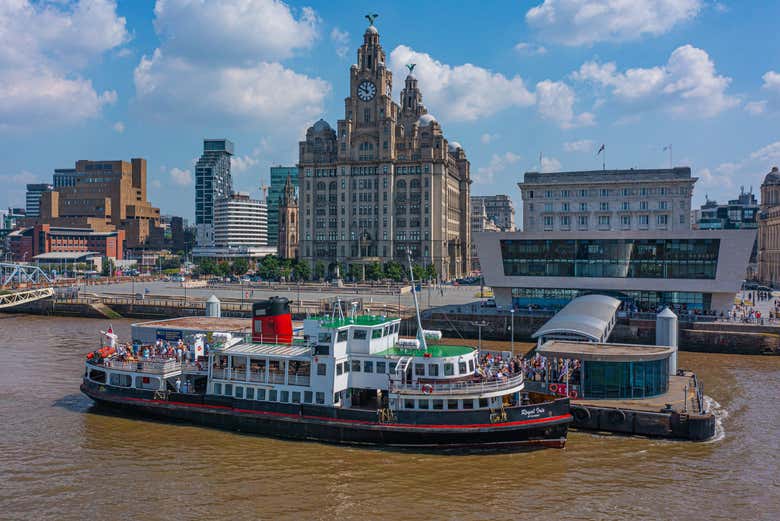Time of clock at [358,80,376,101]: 11:49
